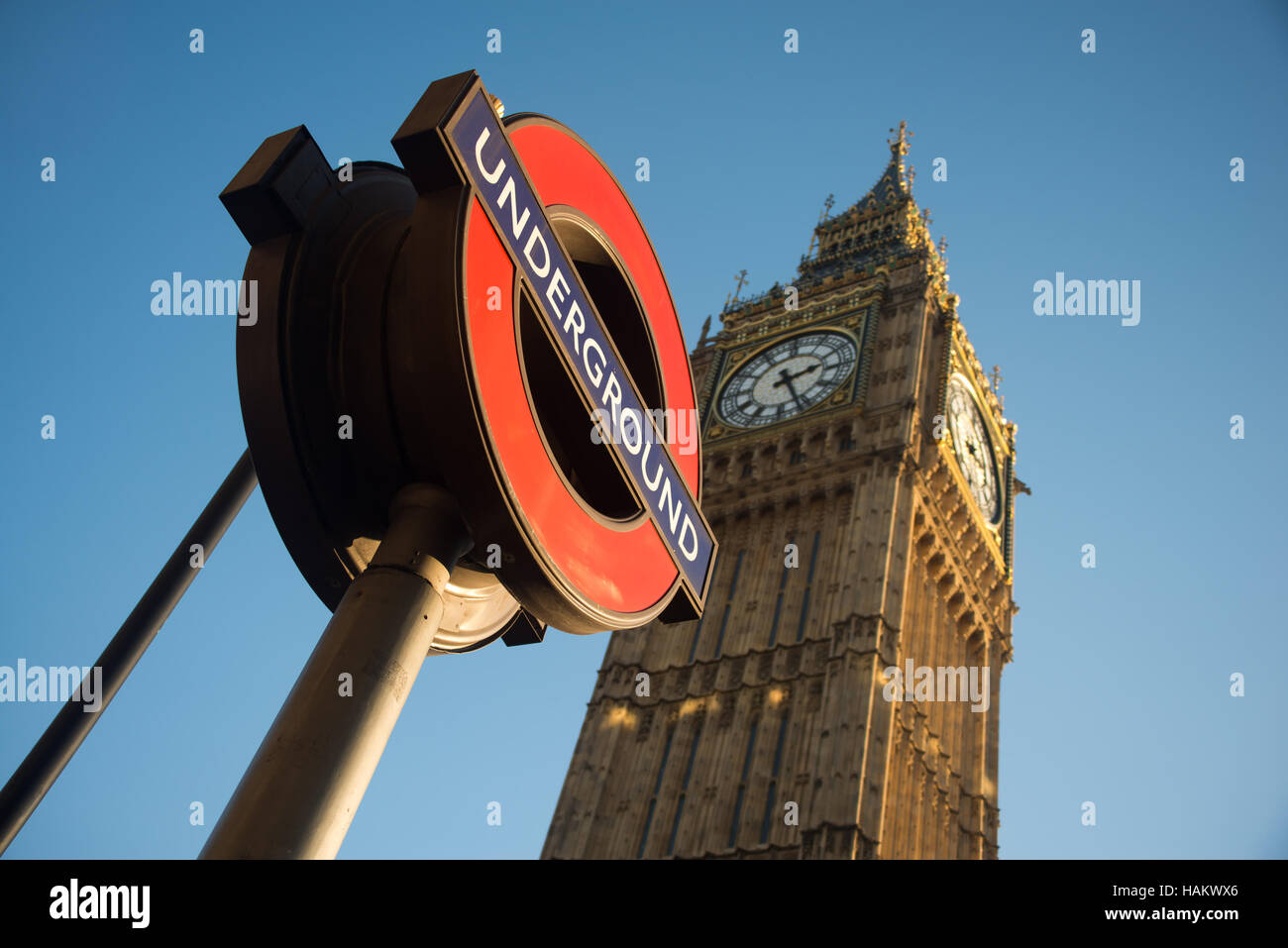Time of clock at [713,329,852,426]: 2:26
